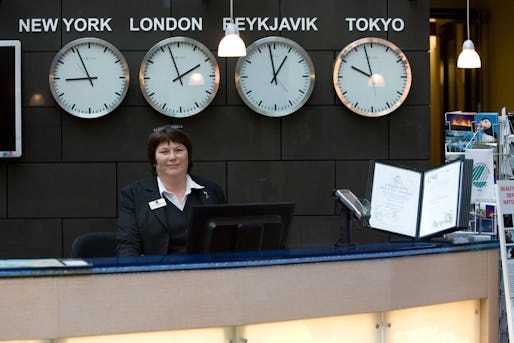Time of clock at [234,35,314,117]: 12:58
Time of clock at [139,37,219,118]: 1:56
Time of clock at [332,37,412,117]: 9:57
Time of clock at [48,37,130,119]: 8:56
